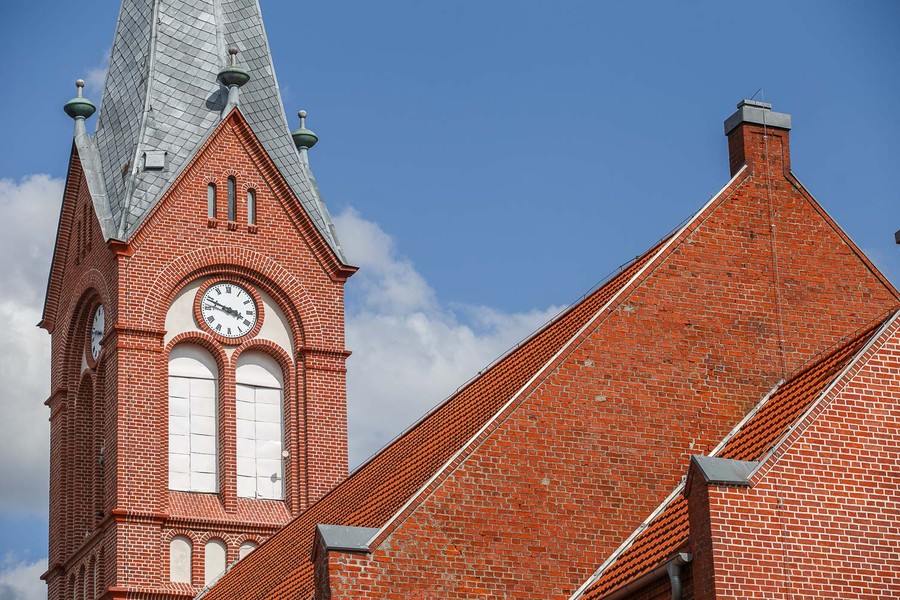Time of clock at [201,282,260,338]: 3:48
